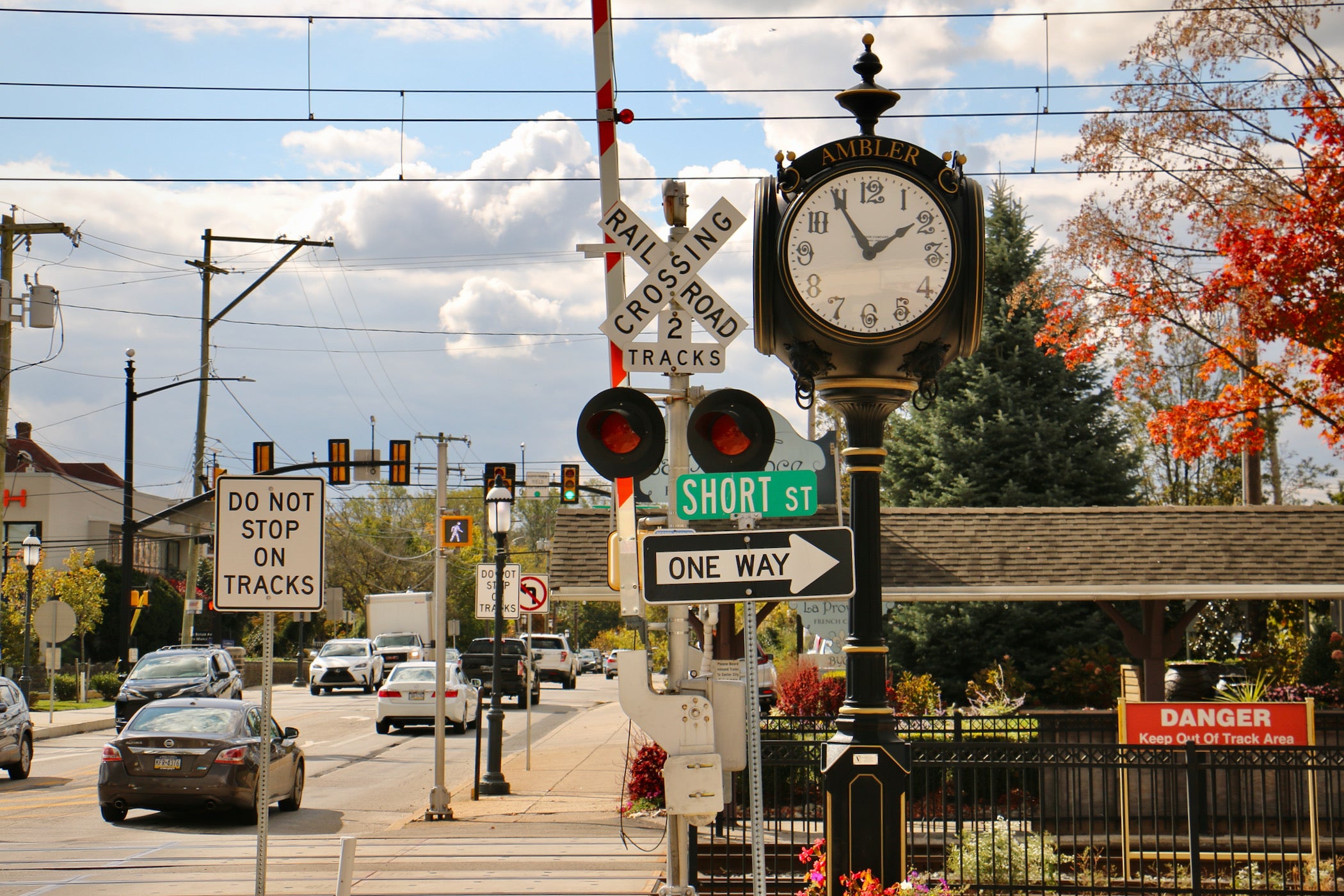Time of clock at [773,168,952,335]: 1:54
